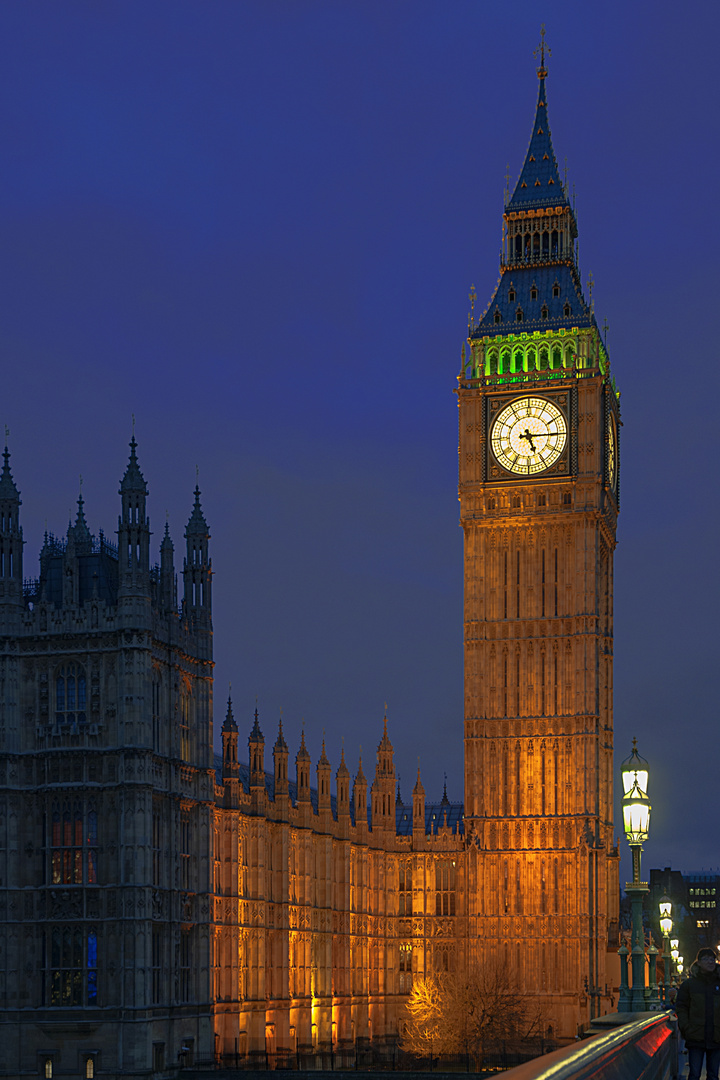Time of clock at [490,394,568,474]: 5:14
